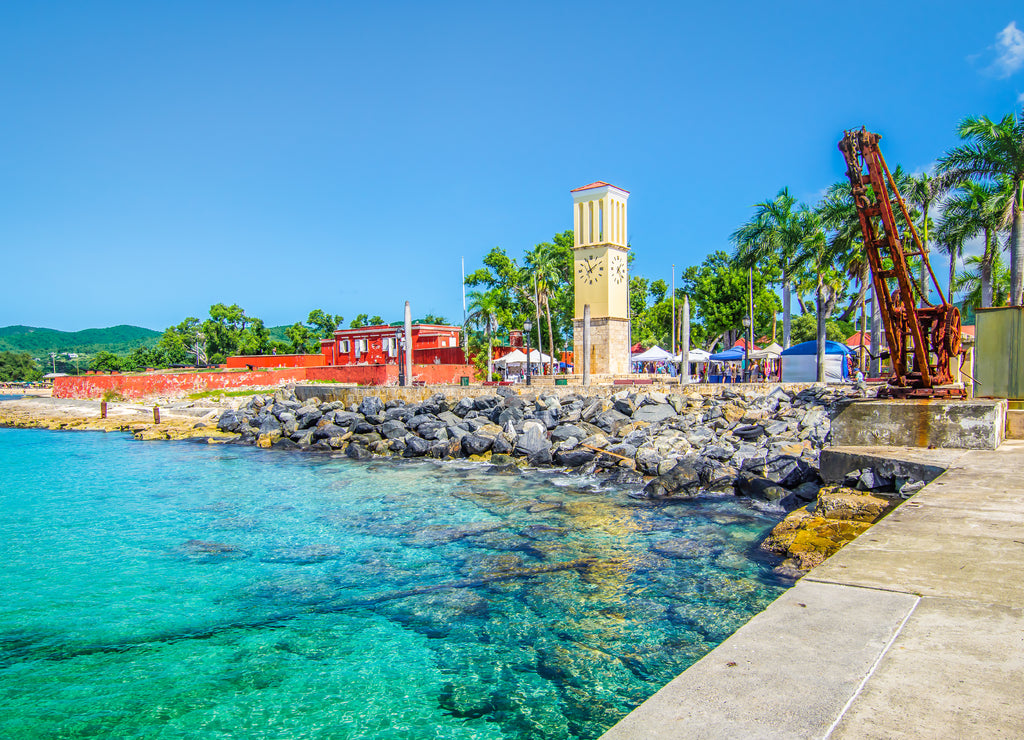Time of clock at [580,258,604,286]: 1:56
